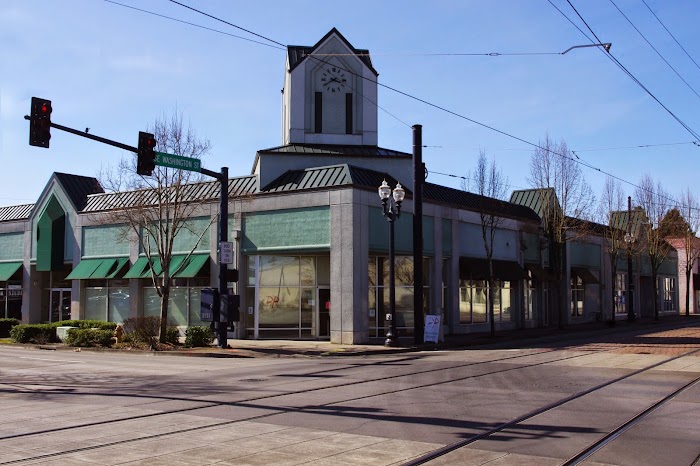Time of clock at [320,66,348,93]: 3:39
